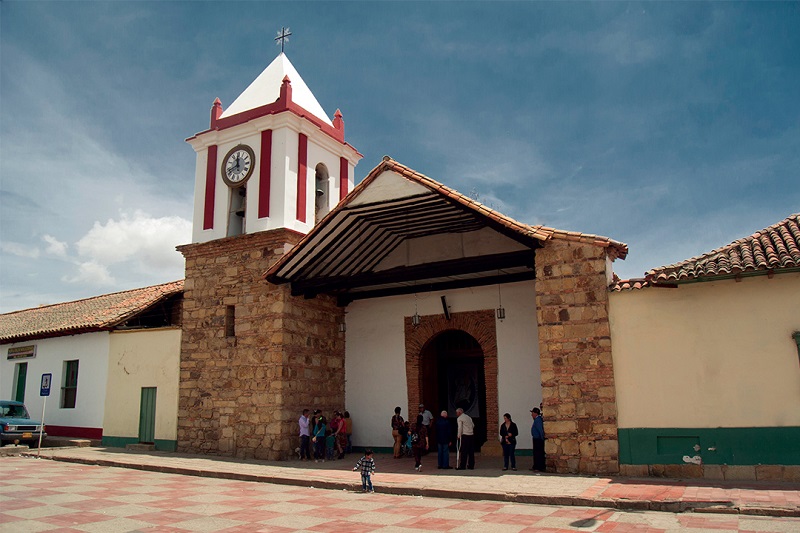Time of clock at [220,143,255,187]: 11:42
